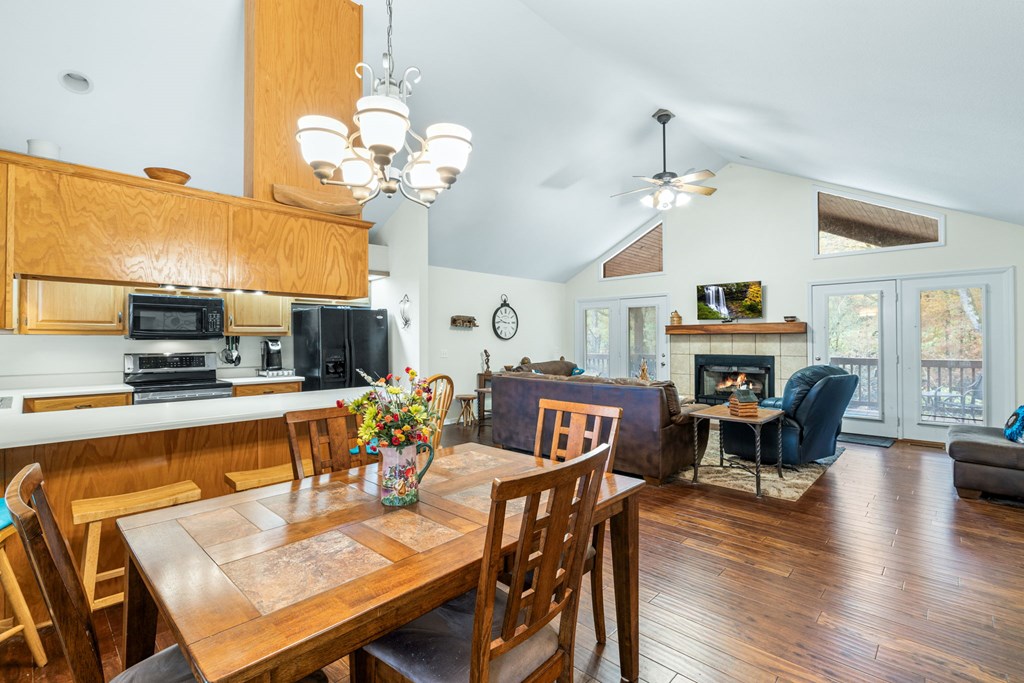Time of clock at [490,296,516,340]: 9:45
